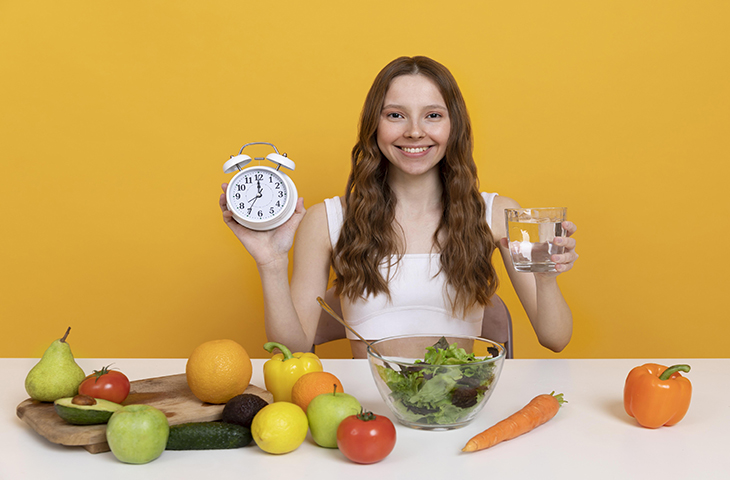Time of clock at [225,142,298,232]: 6:59
